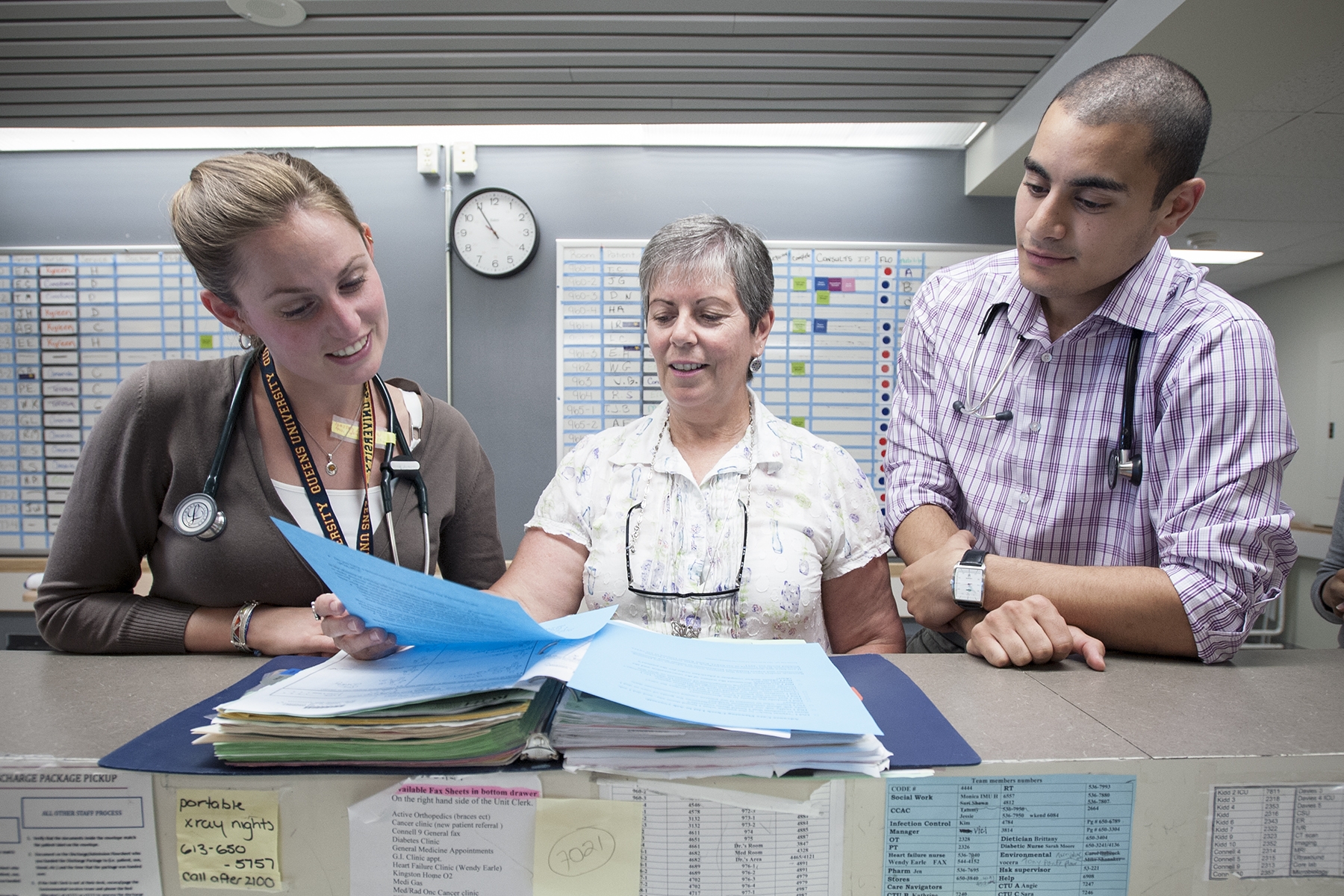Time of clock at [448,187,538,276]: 10:54
